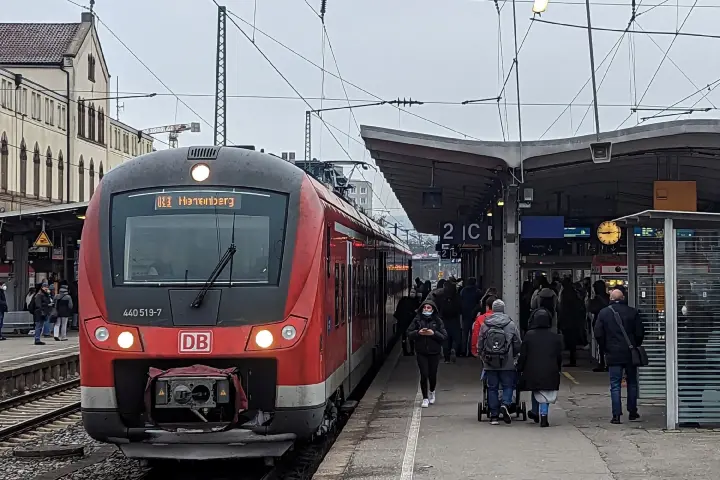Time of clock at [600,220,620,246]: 8:45
